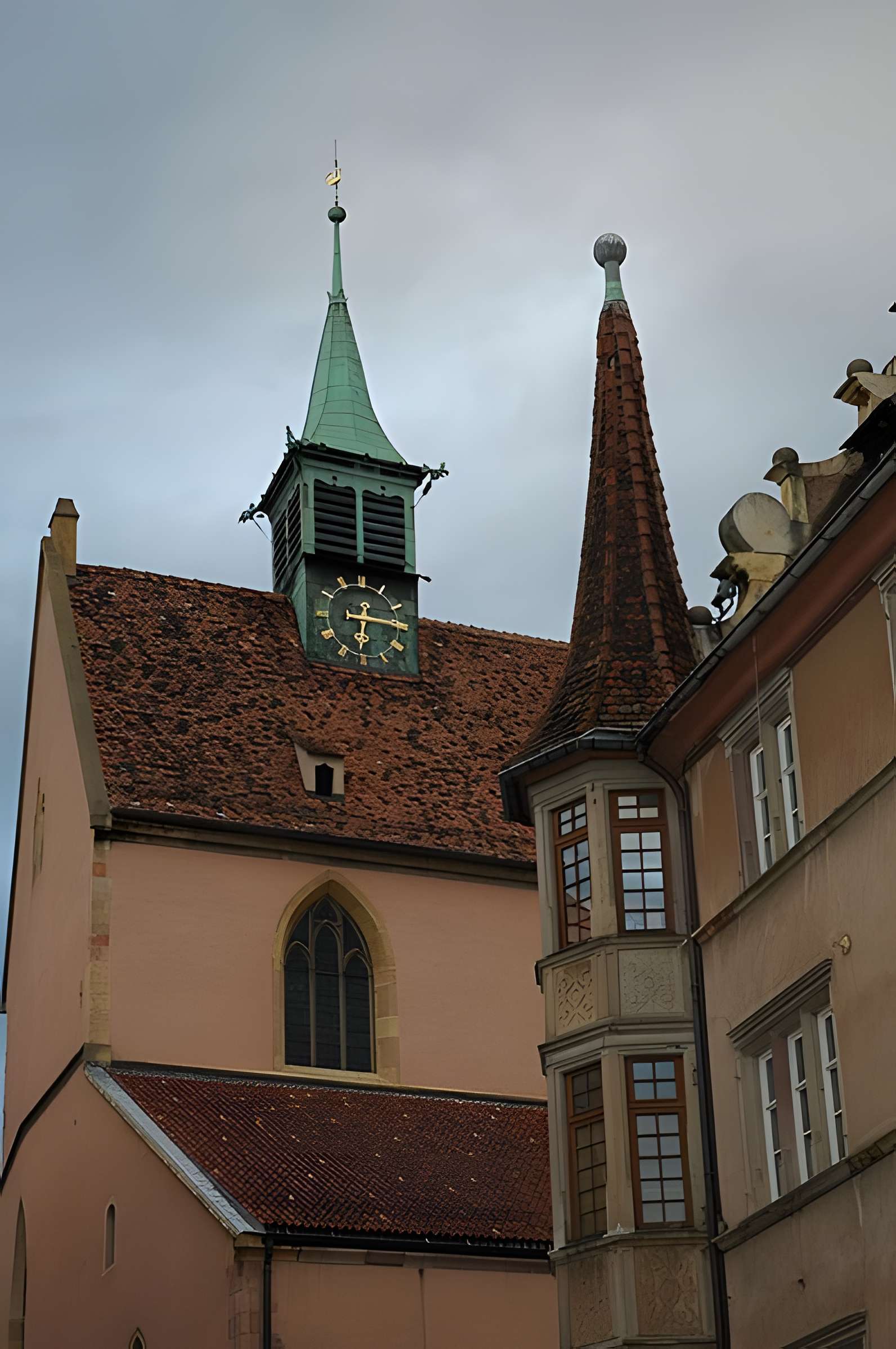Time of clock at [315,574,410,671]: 6:15
